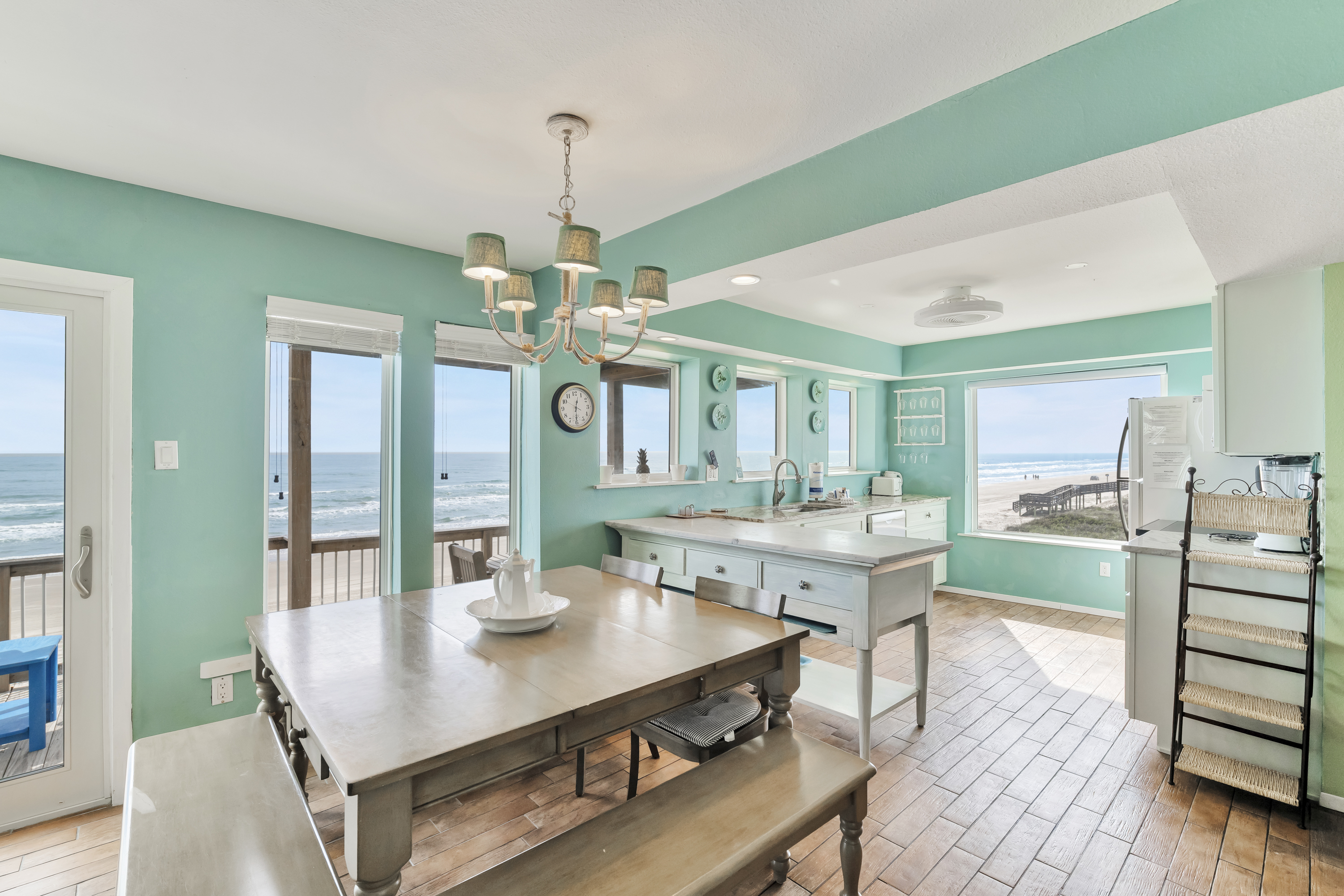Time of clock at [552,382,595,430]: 12:30
